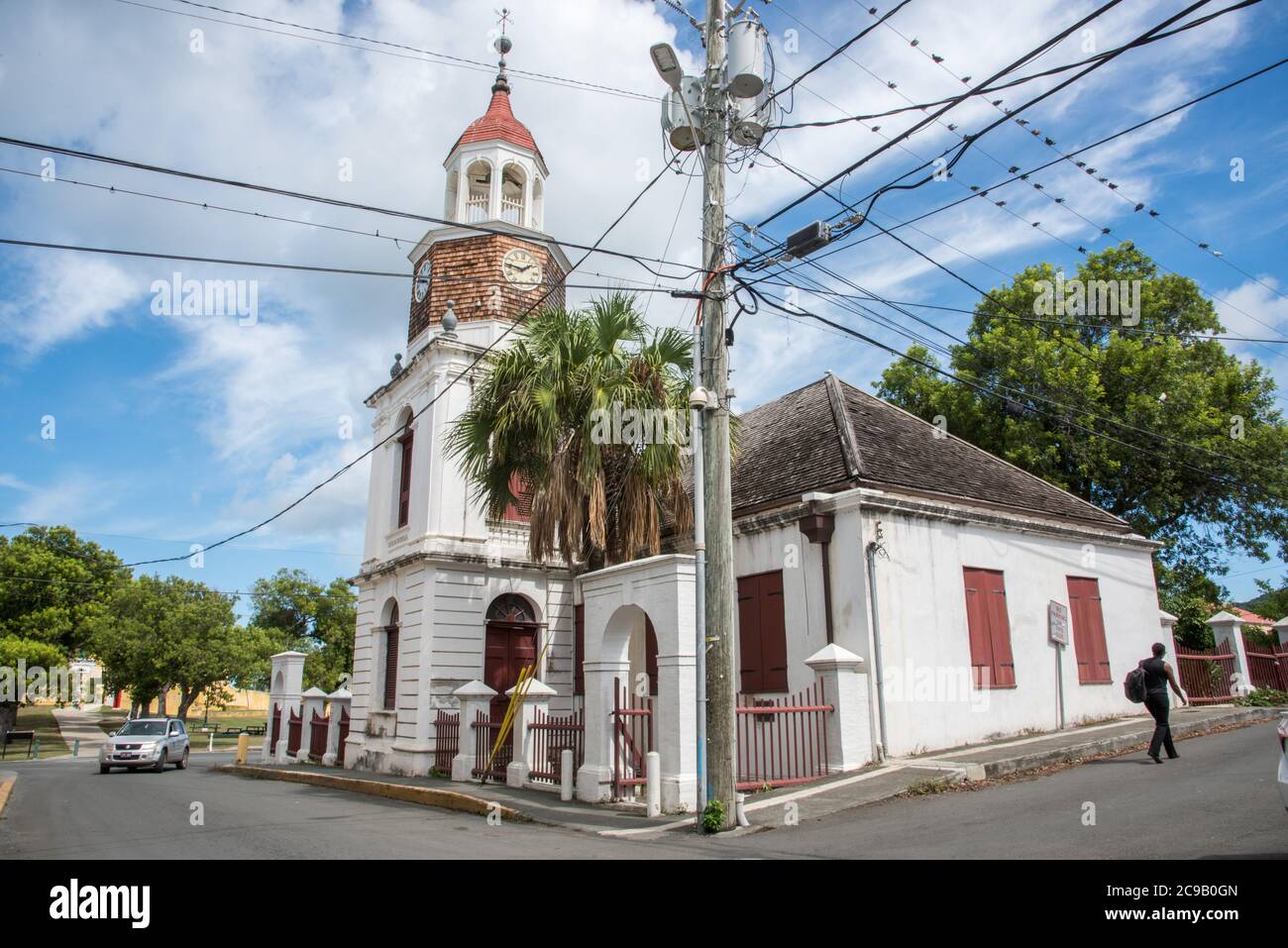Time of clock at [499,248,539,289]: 1:46
